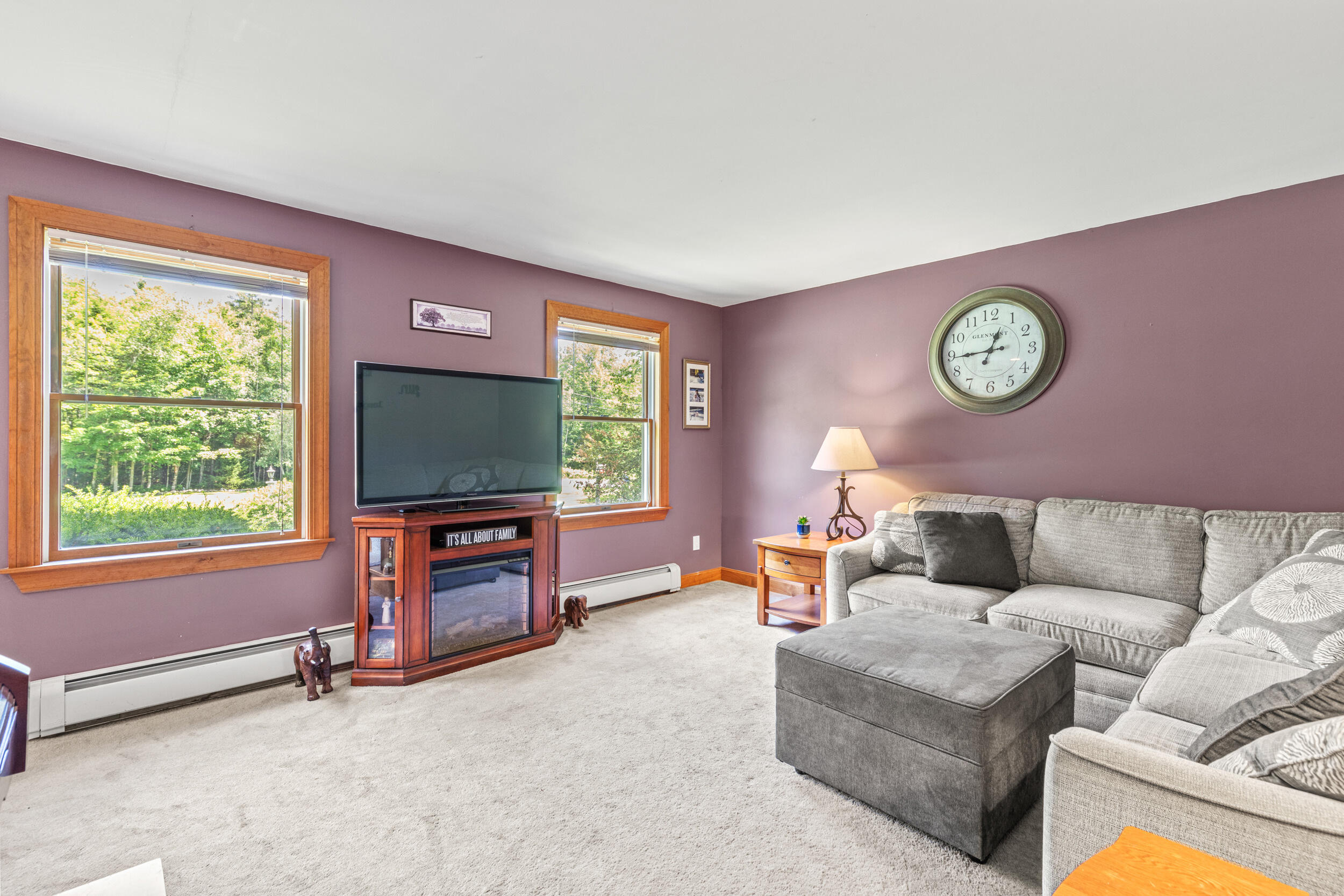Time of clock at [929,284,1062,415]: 12:44
